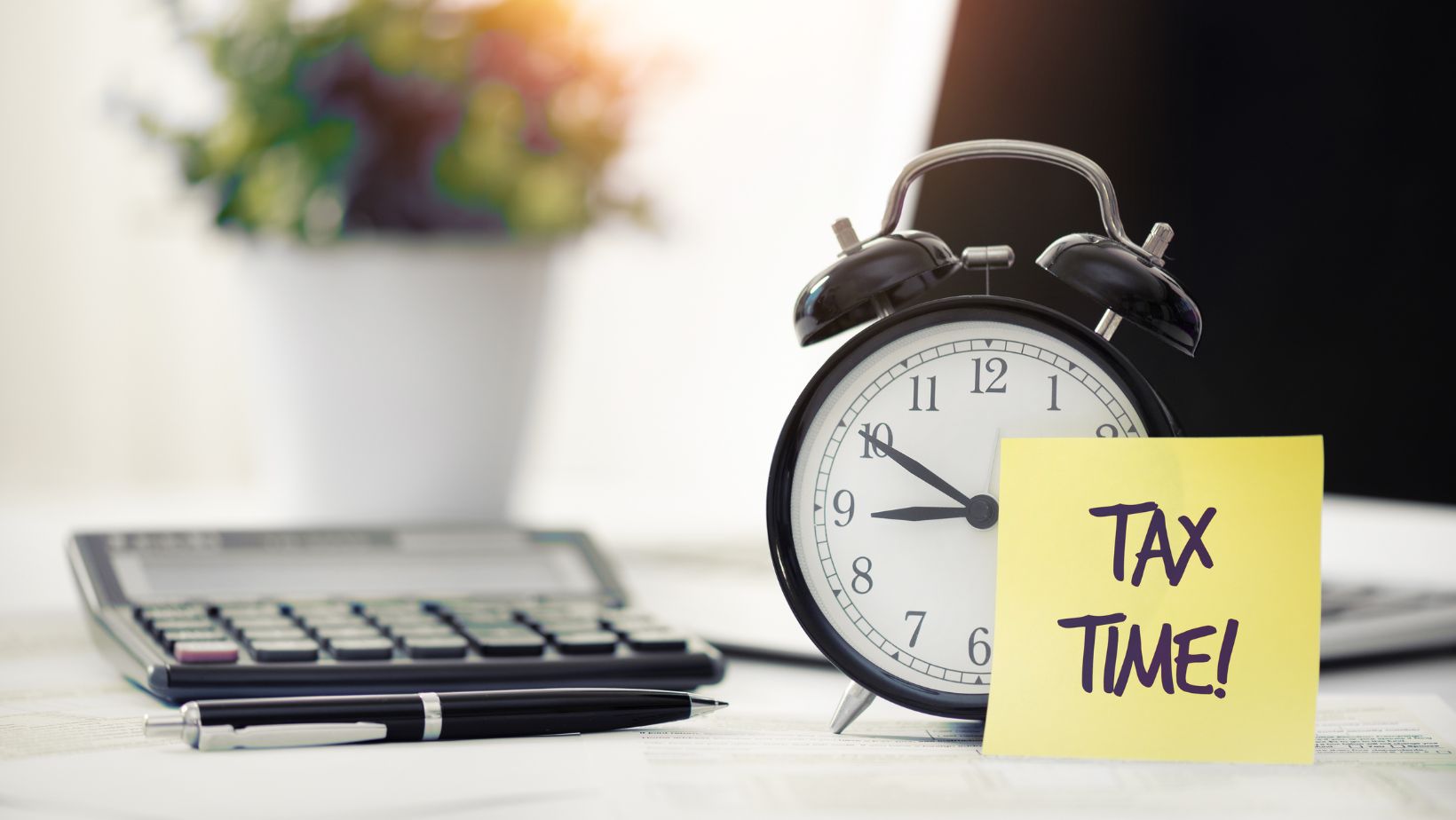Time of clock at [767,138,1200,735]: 8:50
